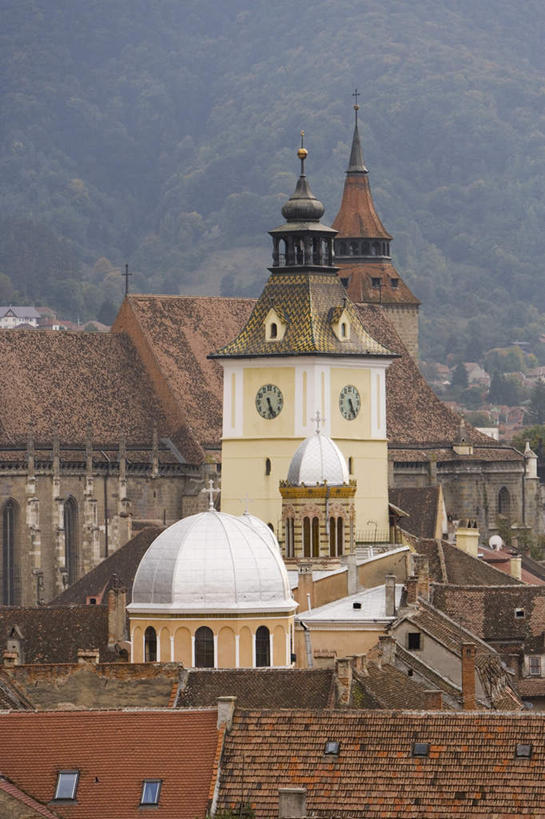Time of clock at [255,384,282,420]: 5:26
